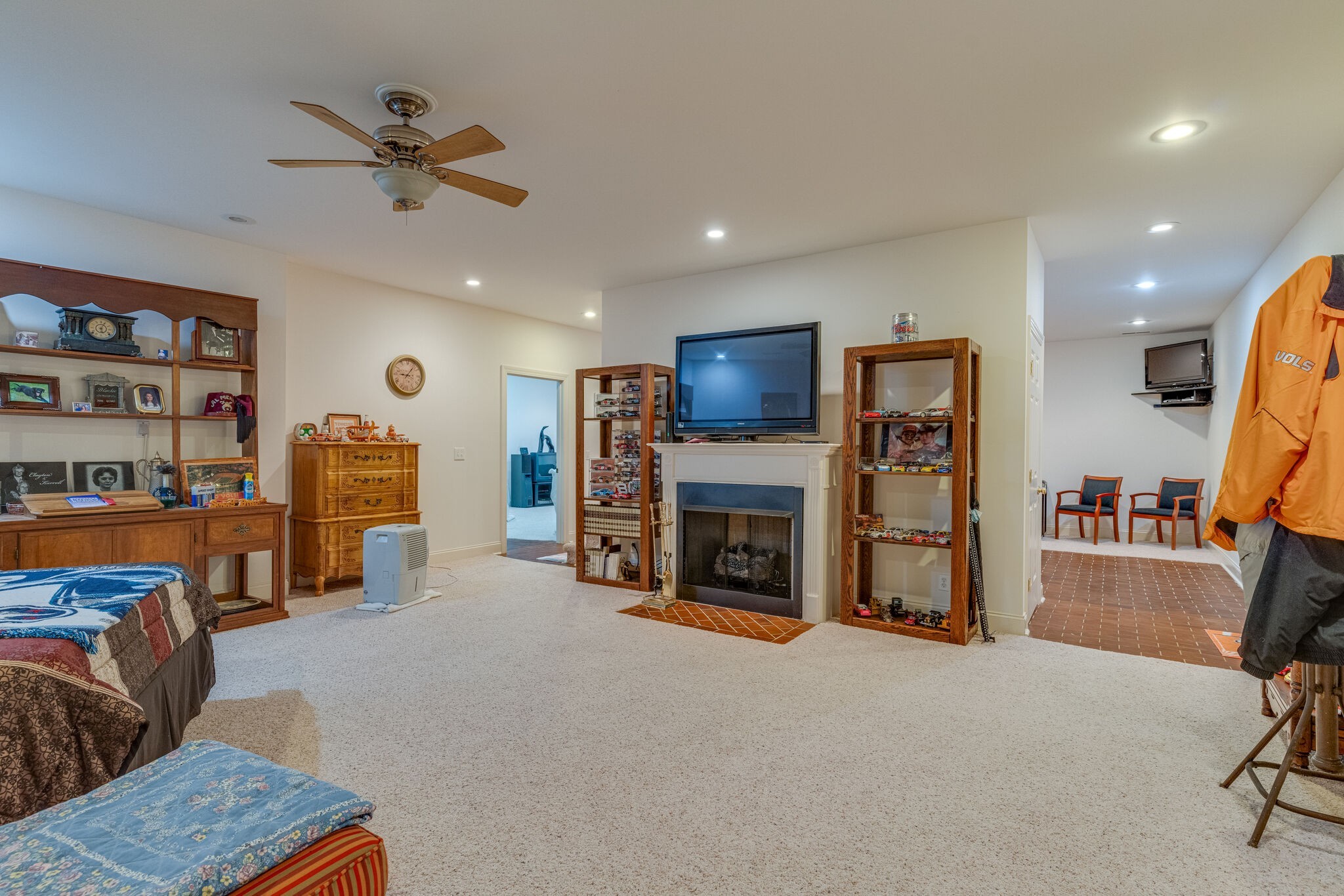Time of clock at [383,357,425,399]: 9:06
